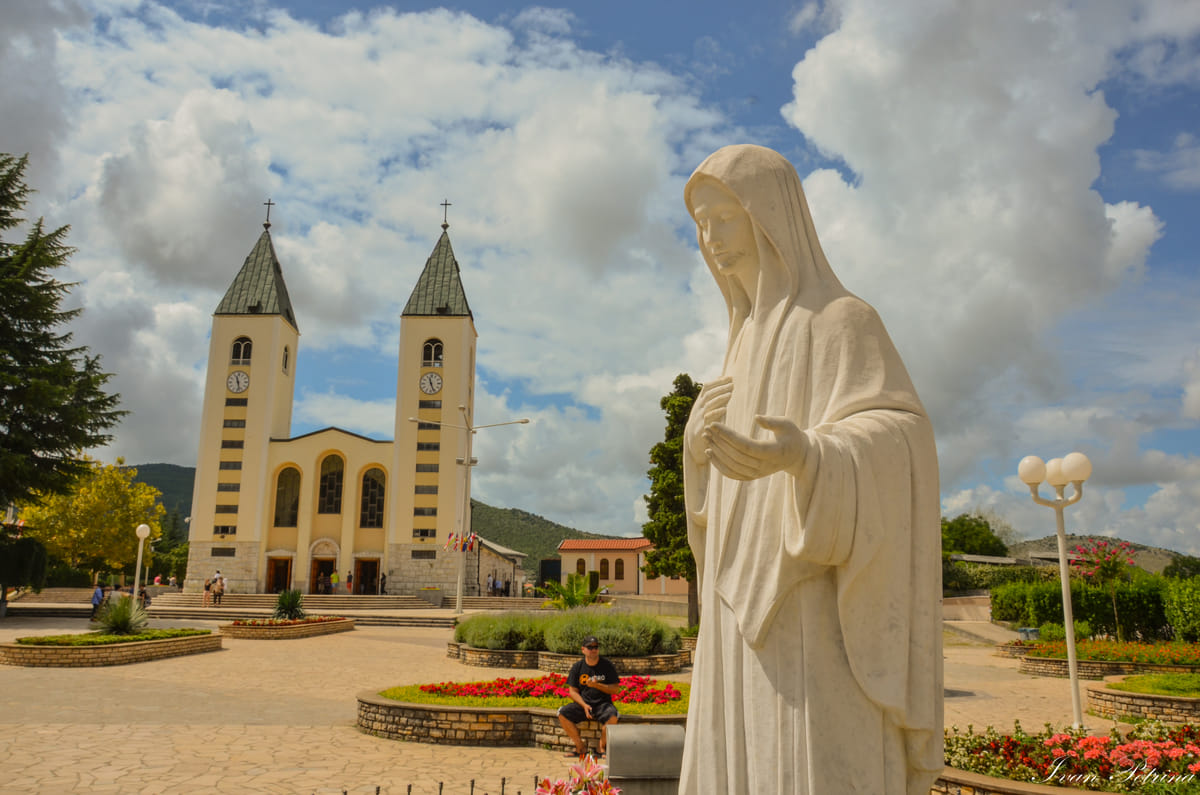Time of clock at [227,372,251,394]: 11:28
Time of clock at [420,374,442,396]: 11:26
